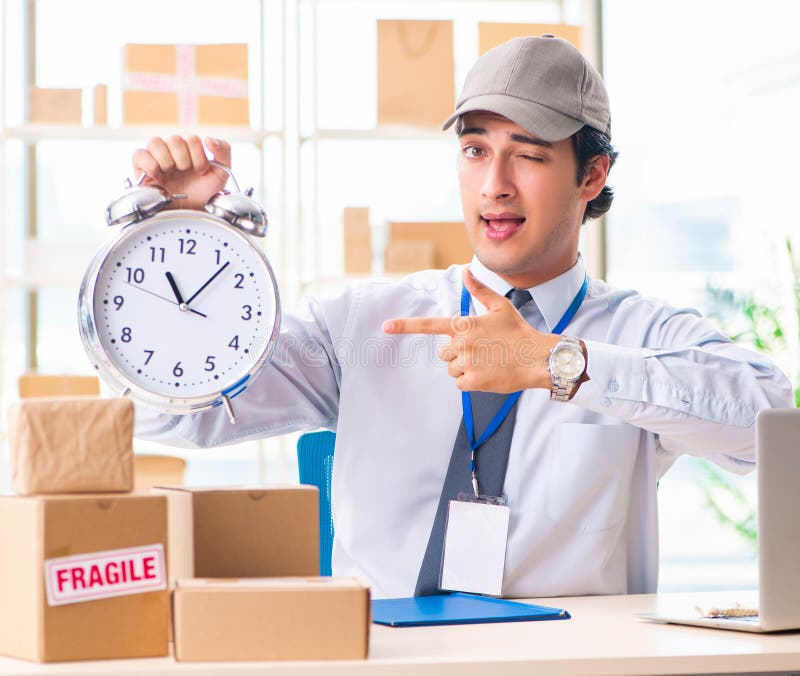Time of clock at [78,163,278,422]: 11:07
